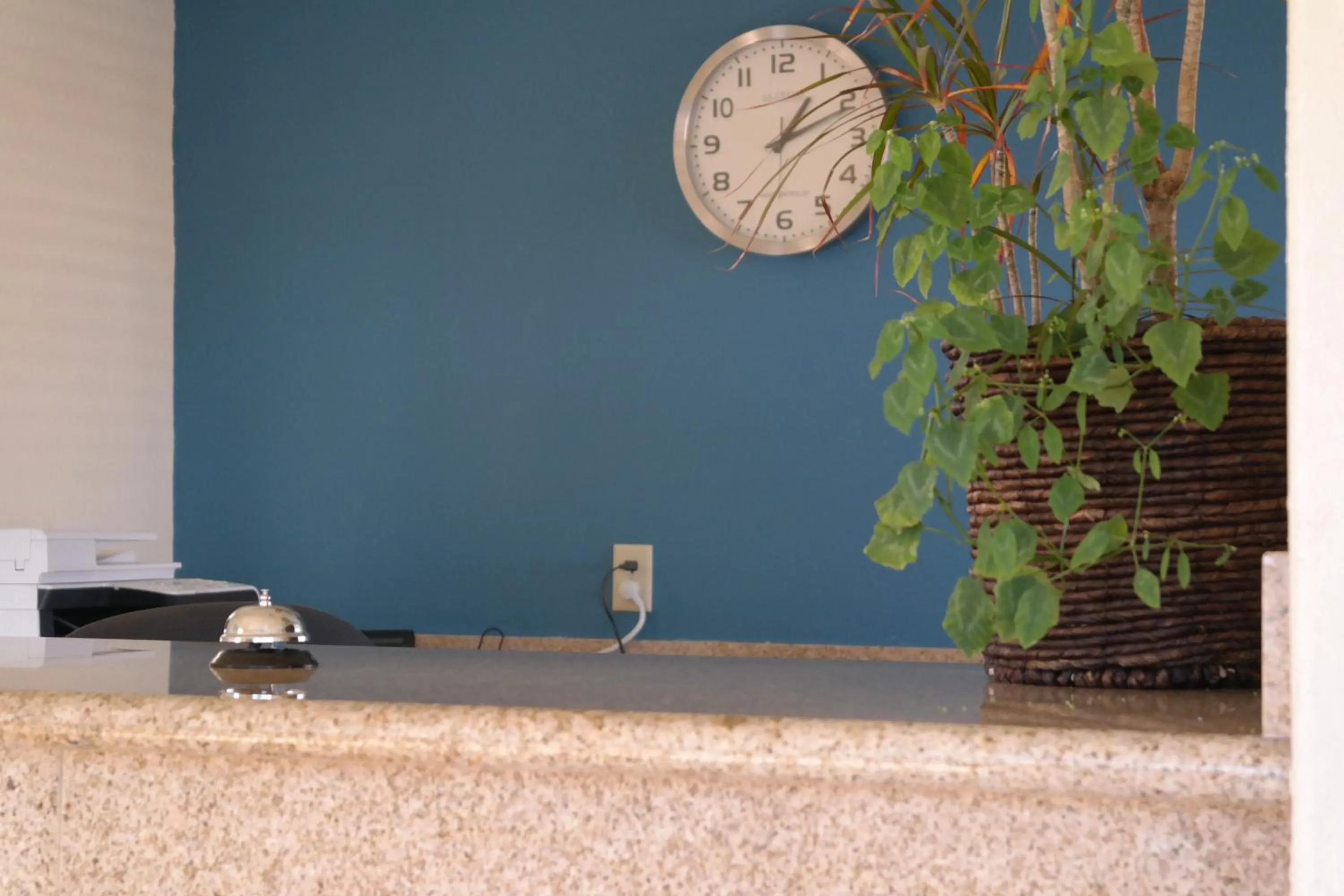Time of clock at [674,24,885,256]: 1:11
